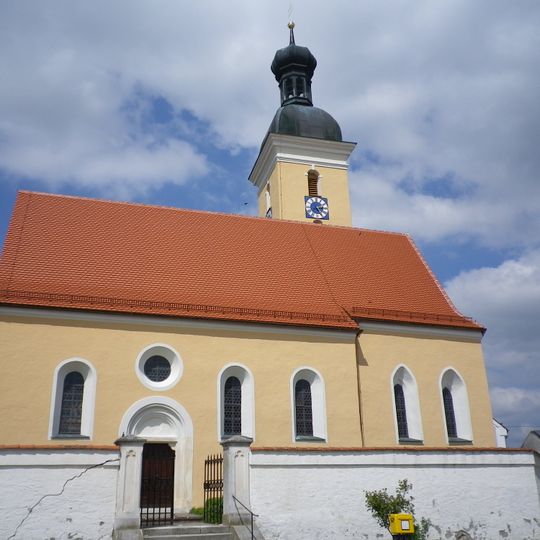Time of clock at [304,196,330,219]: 5:14
